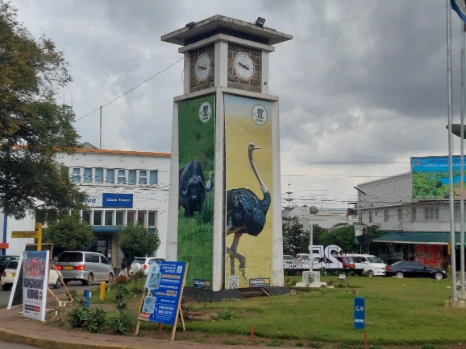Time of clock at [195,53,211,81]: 8:47
